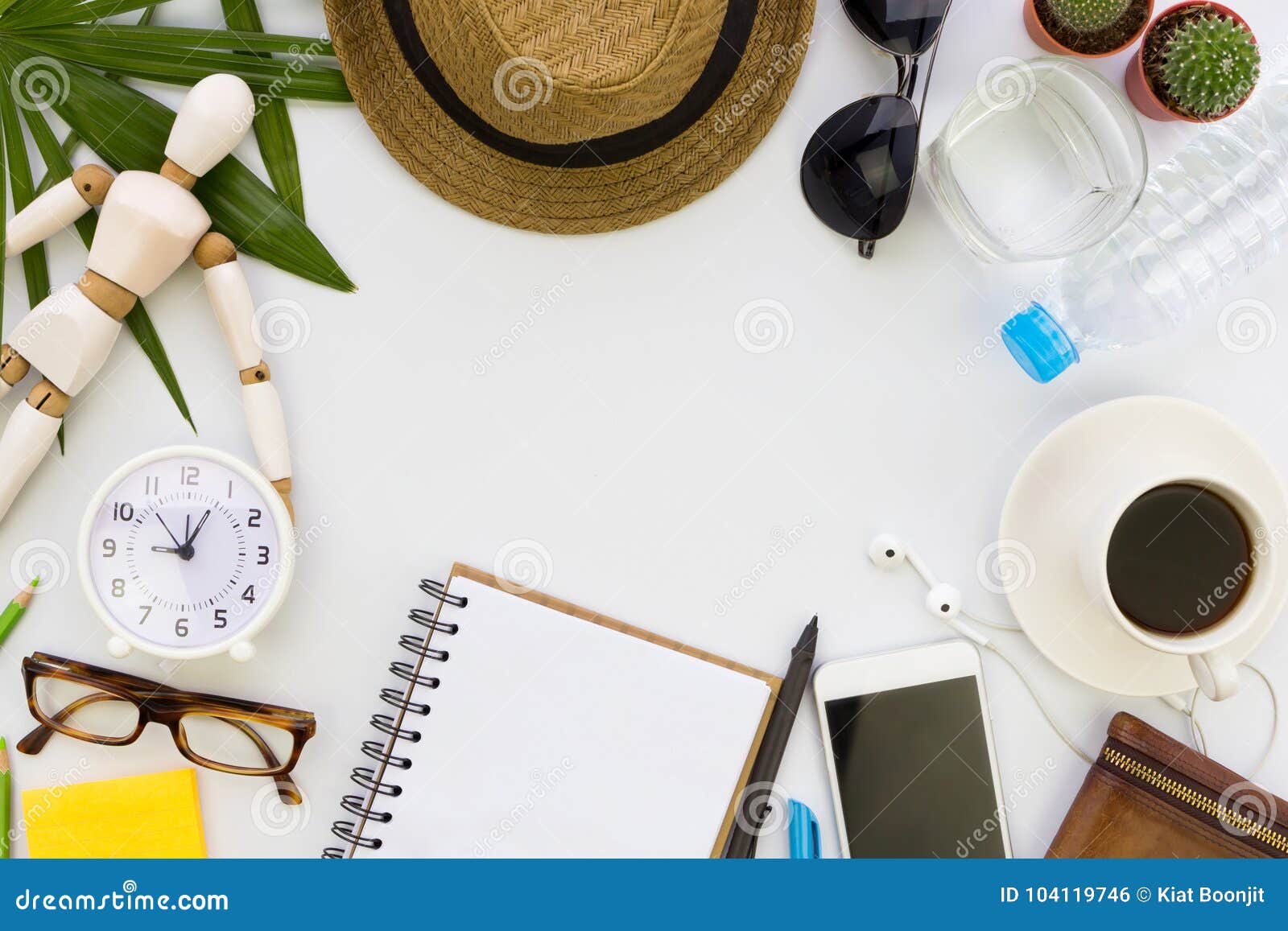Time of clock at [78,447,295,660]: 9:04
